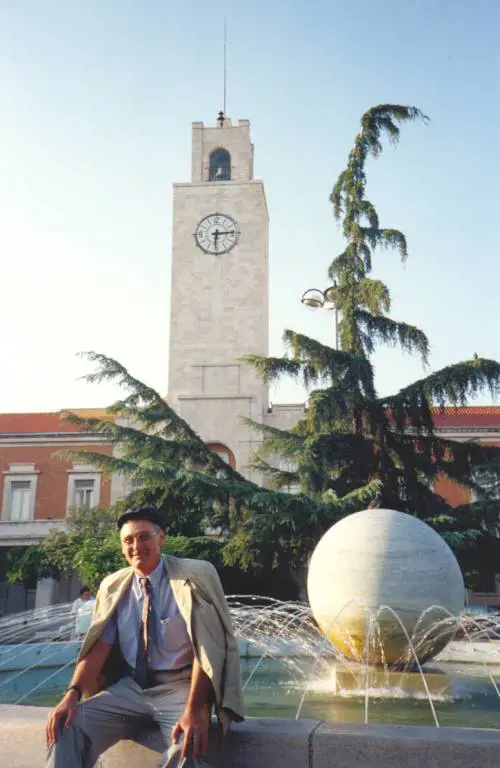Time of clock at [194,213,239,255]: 6:14
